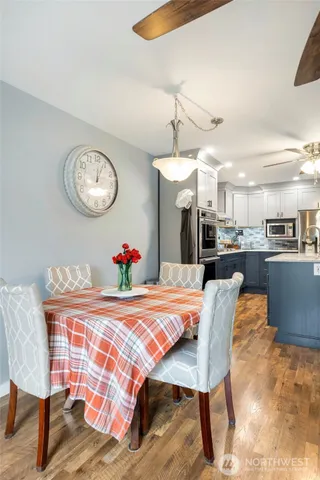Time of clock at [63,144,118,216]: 12:03
